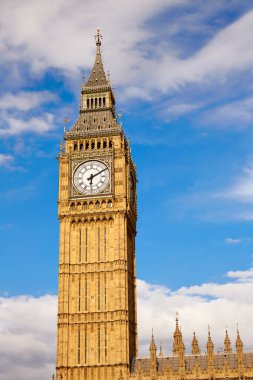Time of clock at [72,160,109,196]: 6:10
